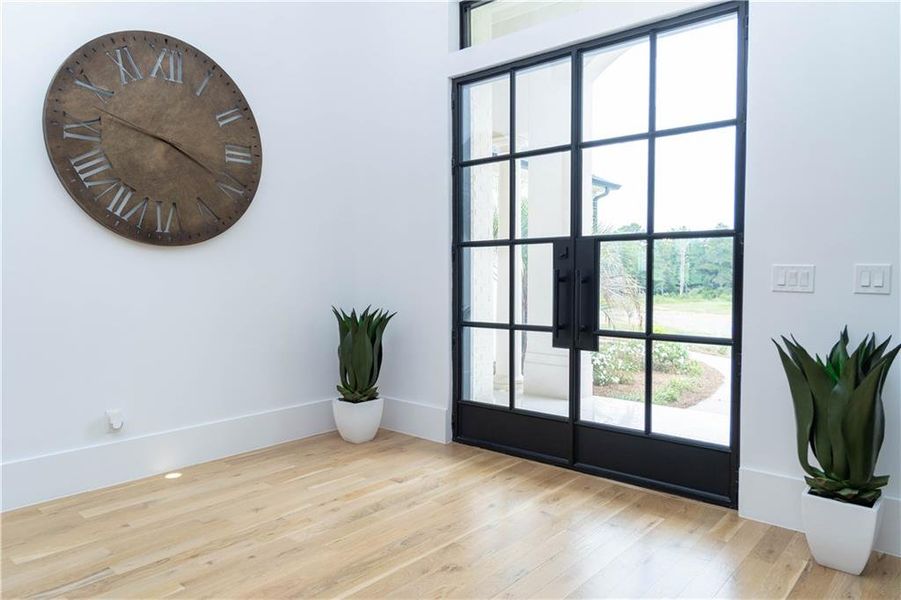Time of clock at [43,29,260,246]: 3:47
